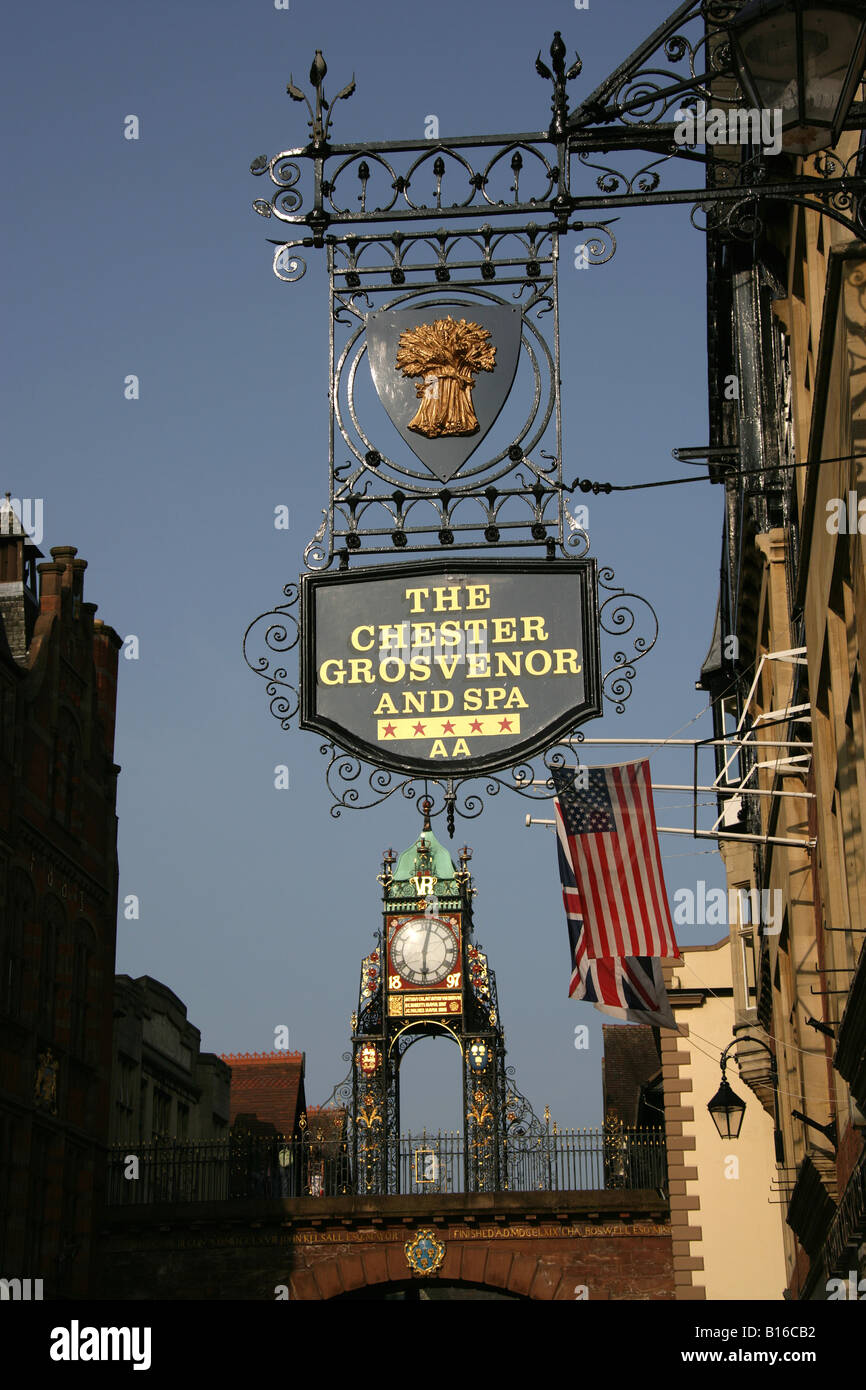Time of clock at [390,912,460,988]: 6:02
